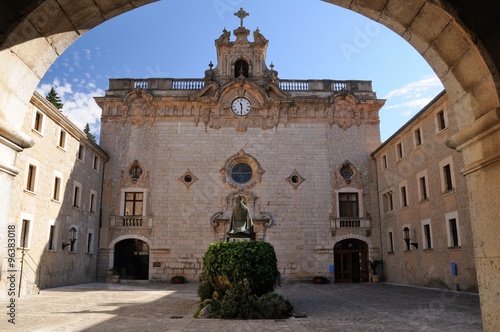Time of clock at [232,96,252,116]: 11:30
